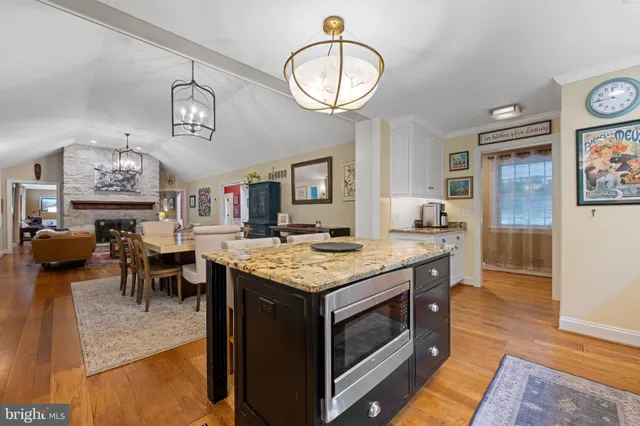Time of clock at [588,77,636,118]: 11:44
